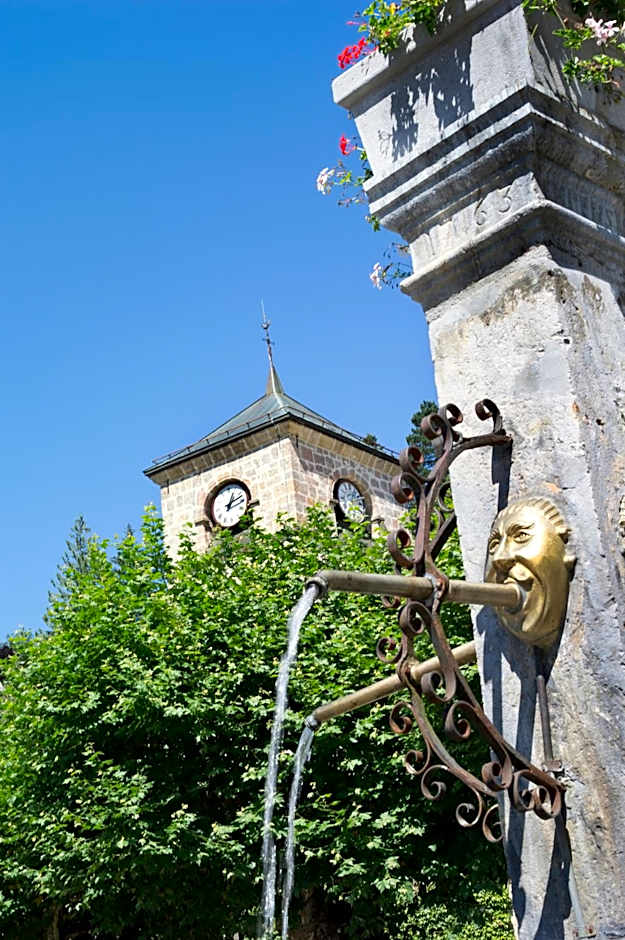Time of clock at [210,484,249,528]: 1:12
